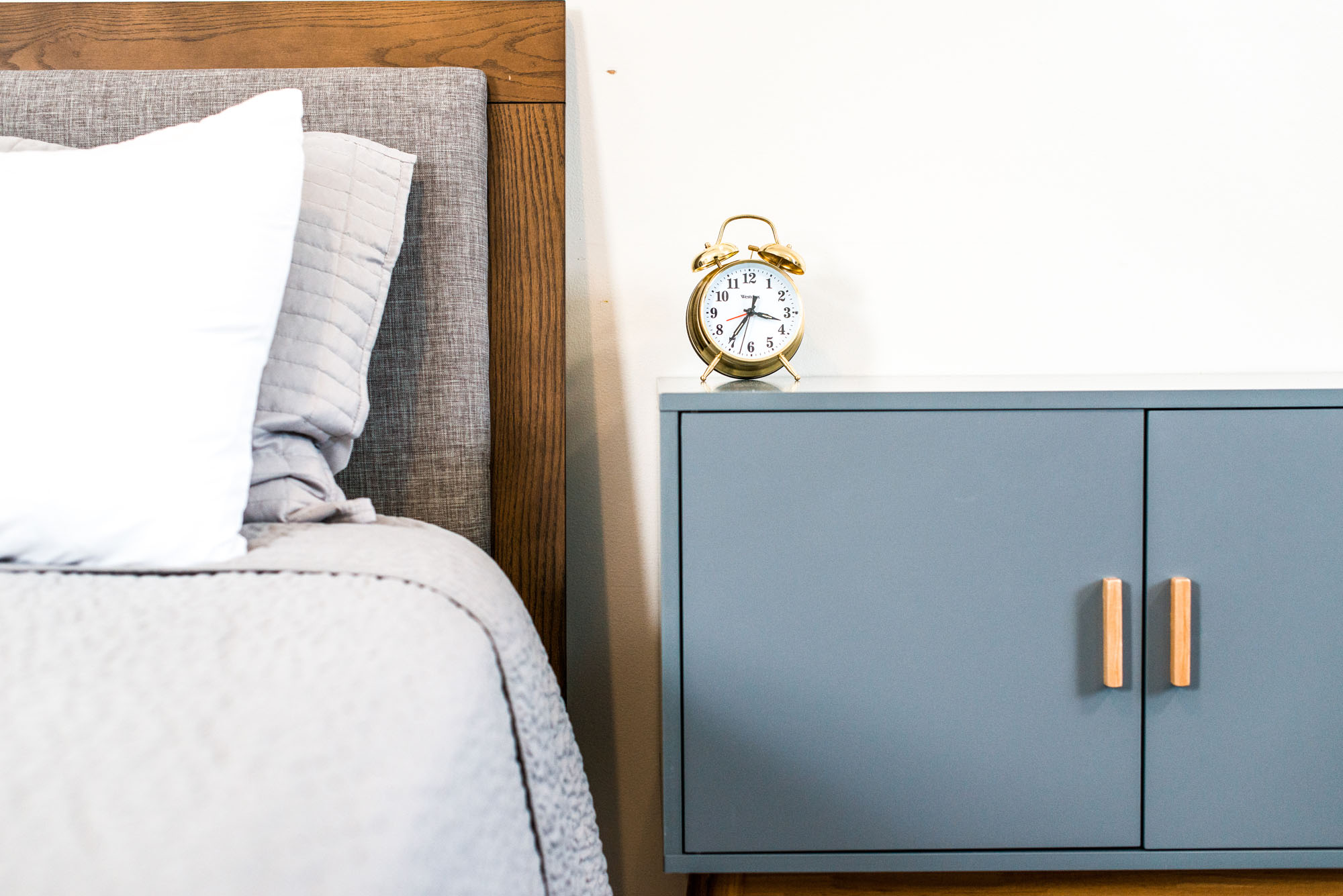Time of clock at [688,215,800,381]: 3:35
